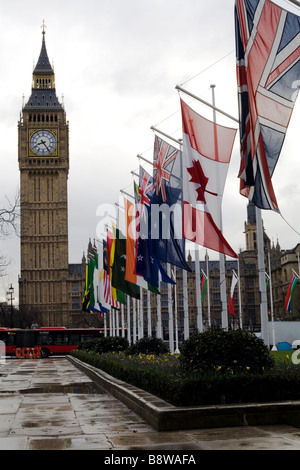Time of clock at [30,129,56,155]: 8:24
